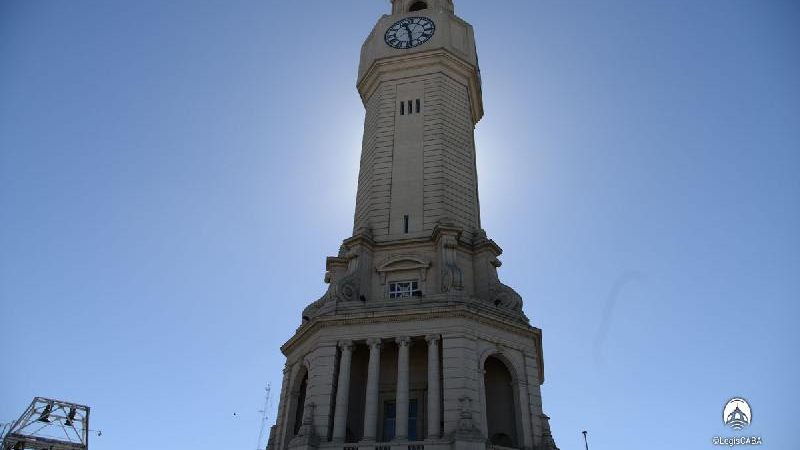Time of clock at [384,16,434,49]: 11:29
